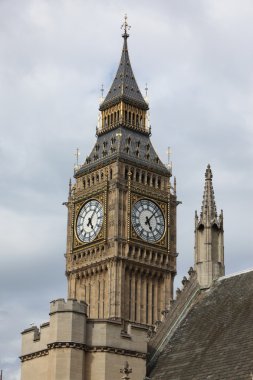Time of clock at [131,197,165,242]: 5:06
